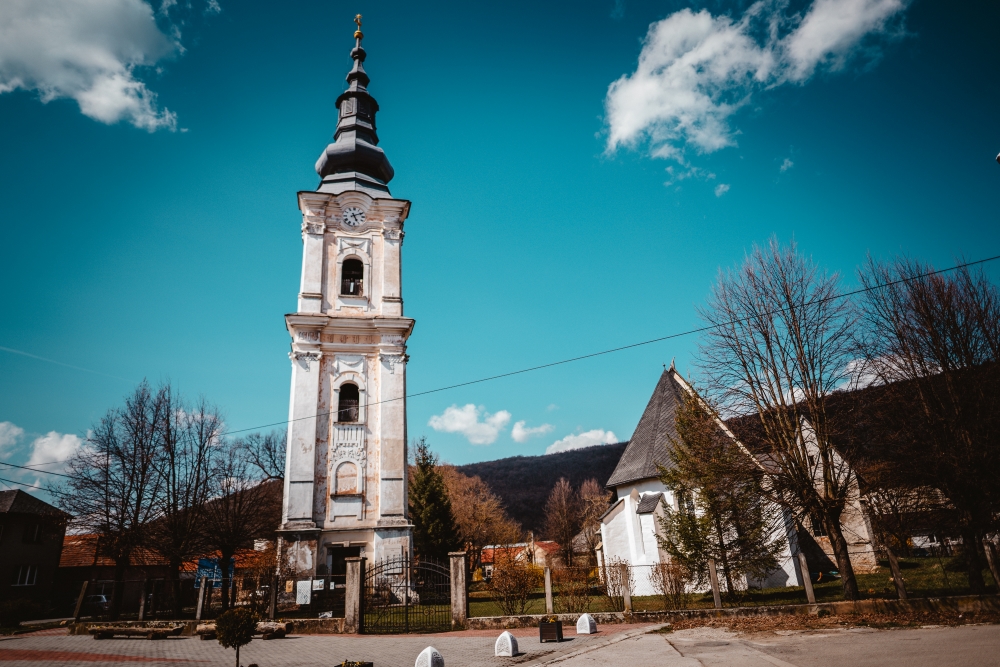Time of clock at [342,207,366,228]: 5:11
